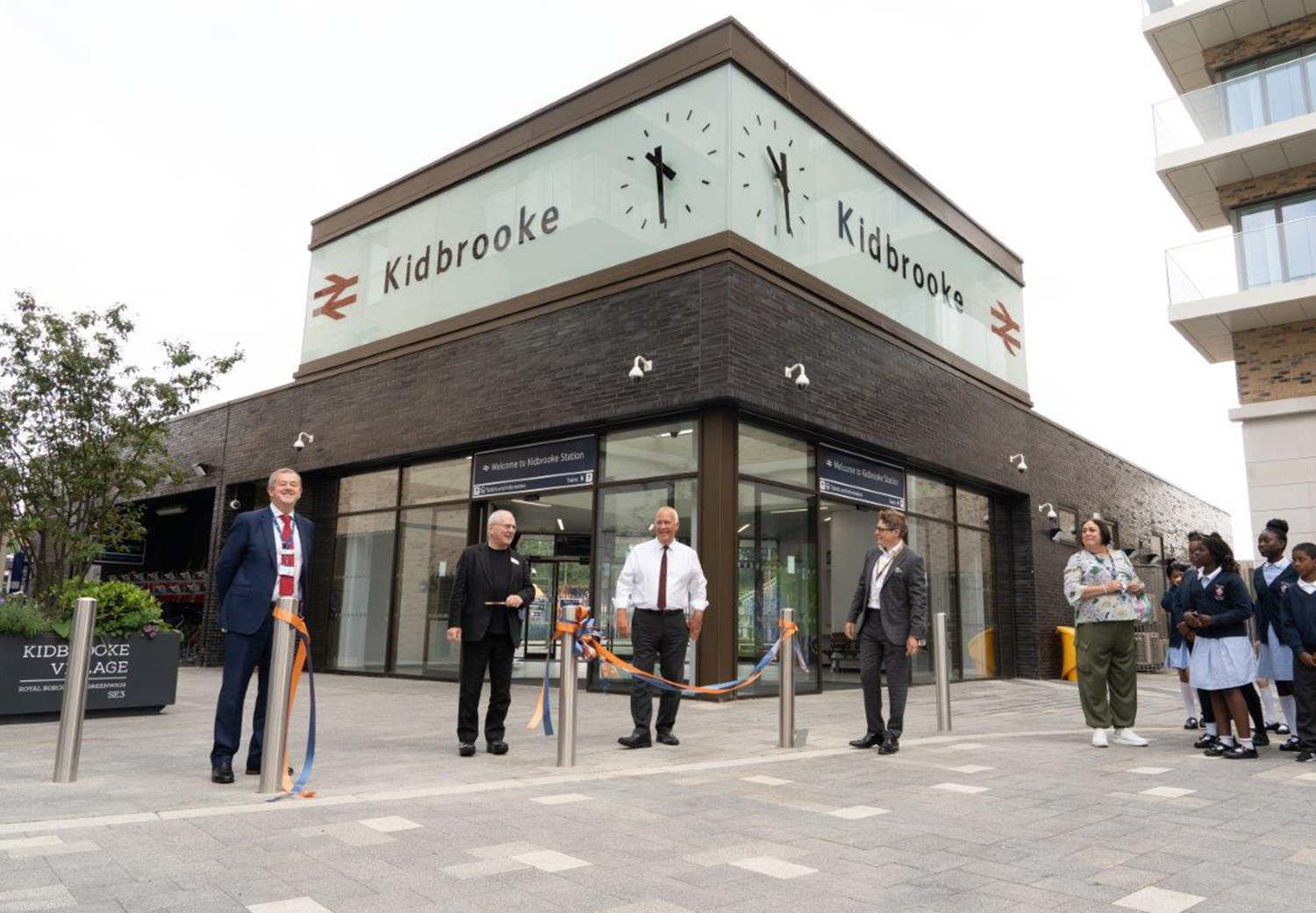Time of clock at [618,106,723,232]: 4:30
